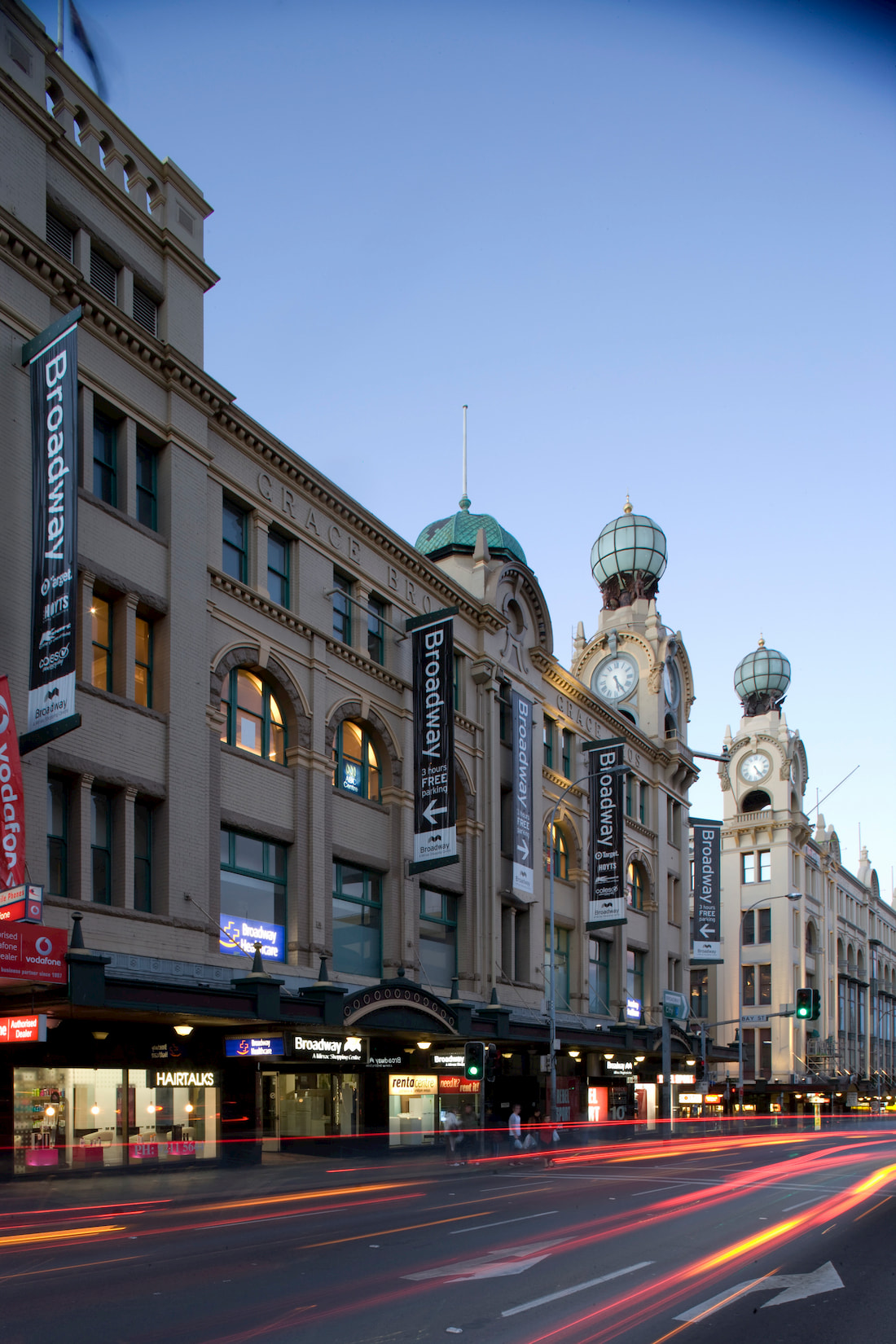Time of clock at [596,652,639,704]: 5:24
